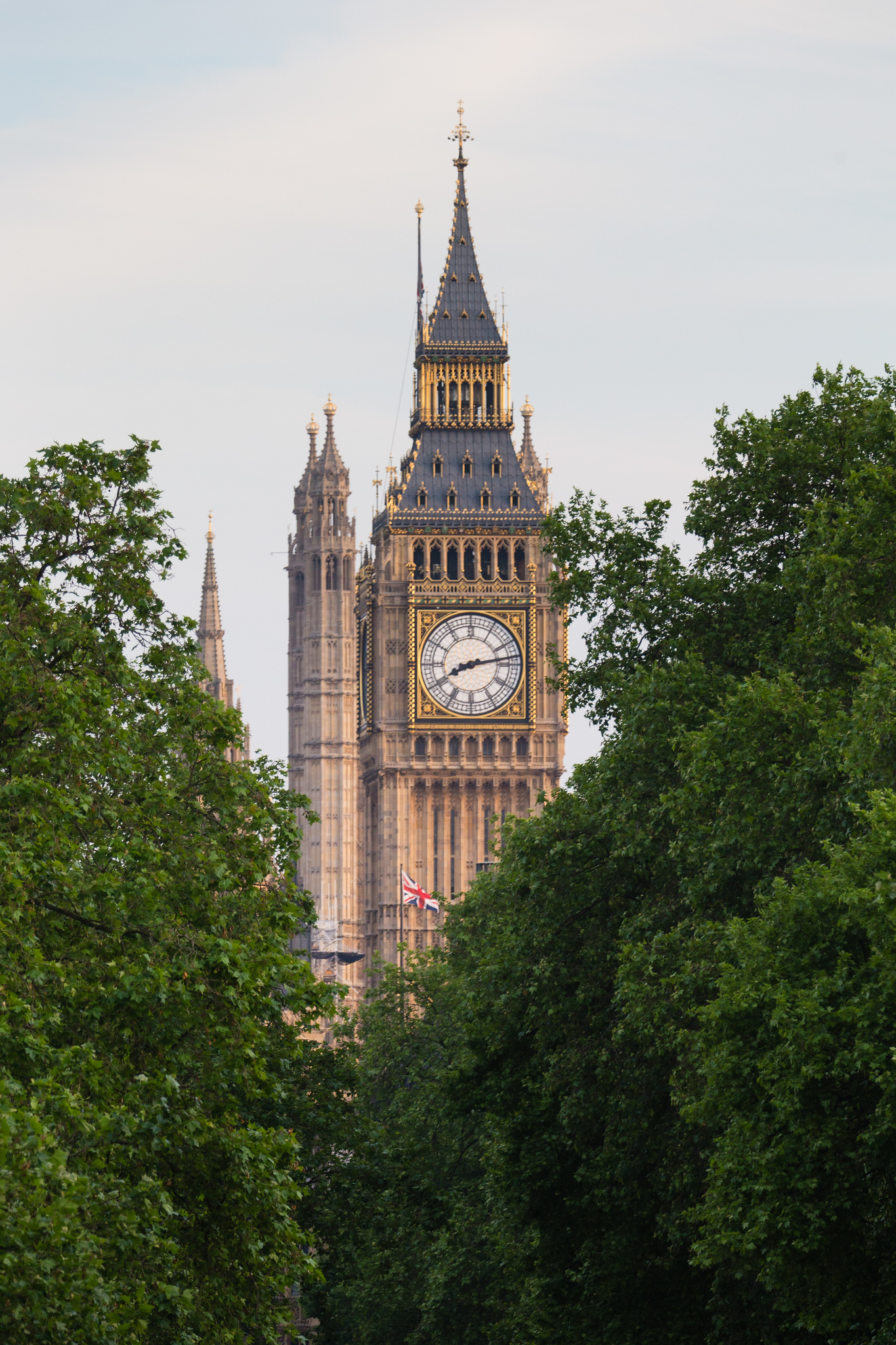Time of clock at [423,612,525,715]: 8:13
